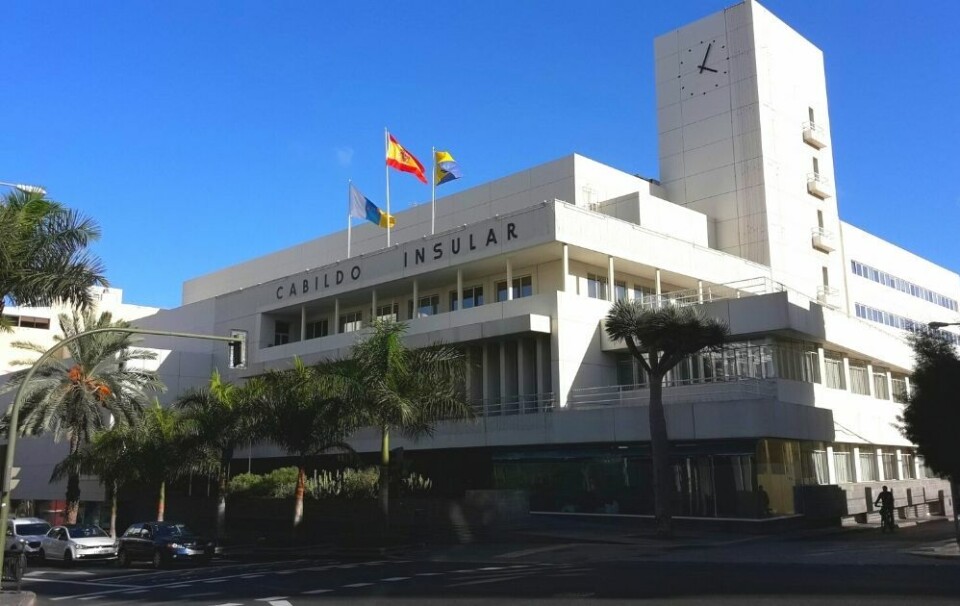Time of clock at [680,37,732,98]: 4:04
